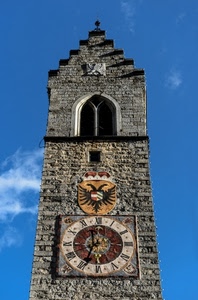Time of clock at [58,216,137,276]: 11:33
